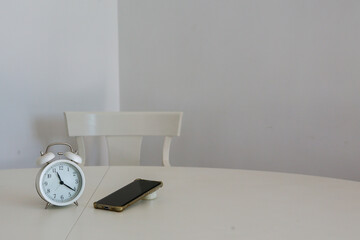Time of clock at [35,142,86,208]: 11:20
